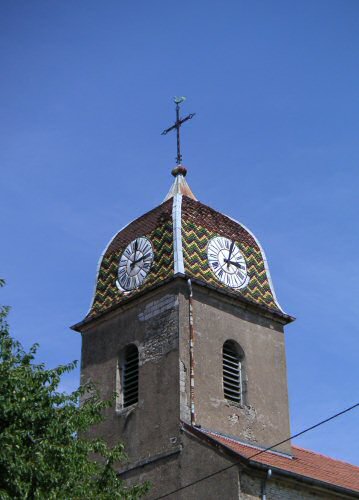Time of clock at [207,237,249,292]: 3:02
